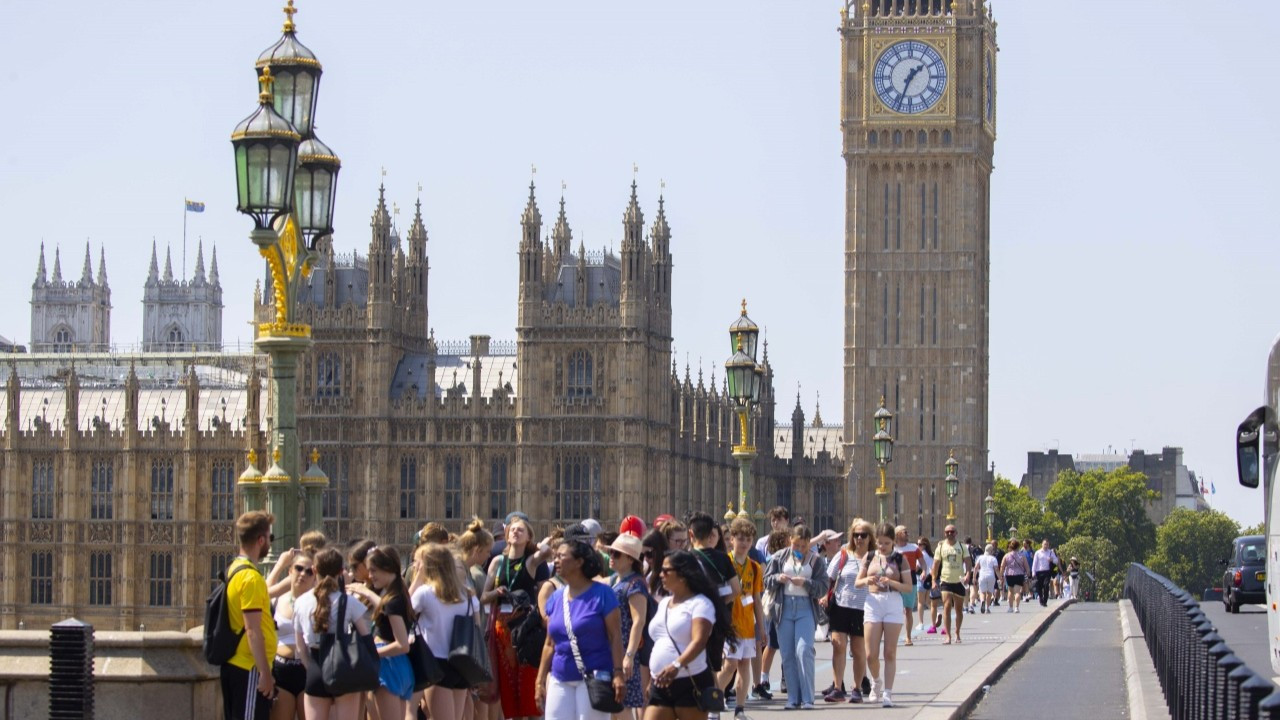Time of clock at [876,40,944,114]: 1:33
